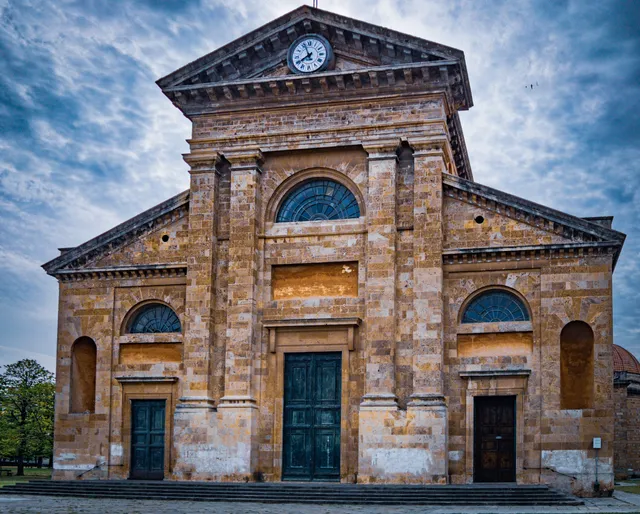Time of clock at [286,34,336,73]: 7:56
